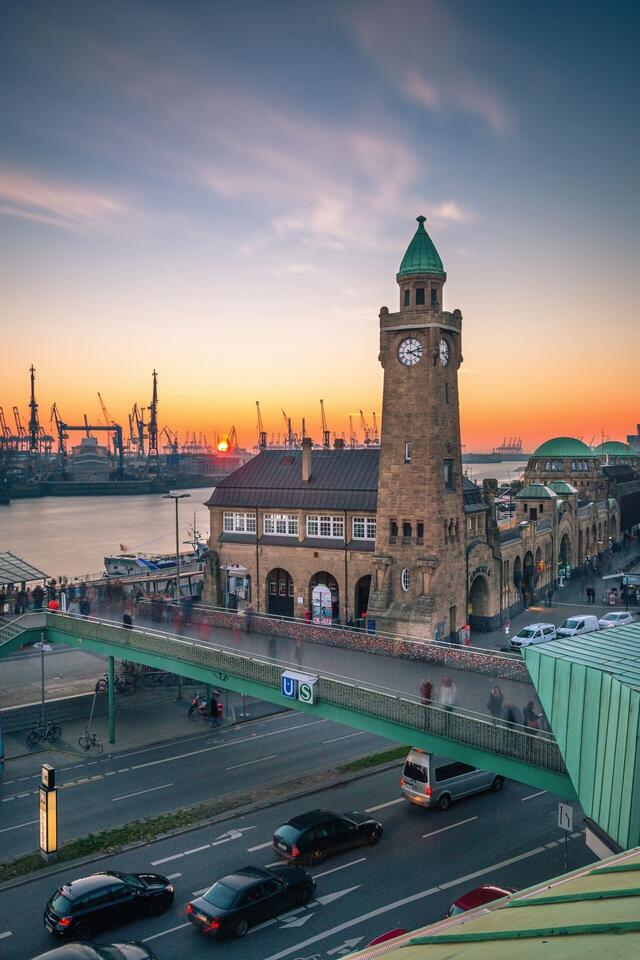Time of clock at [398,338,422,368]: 4:12
